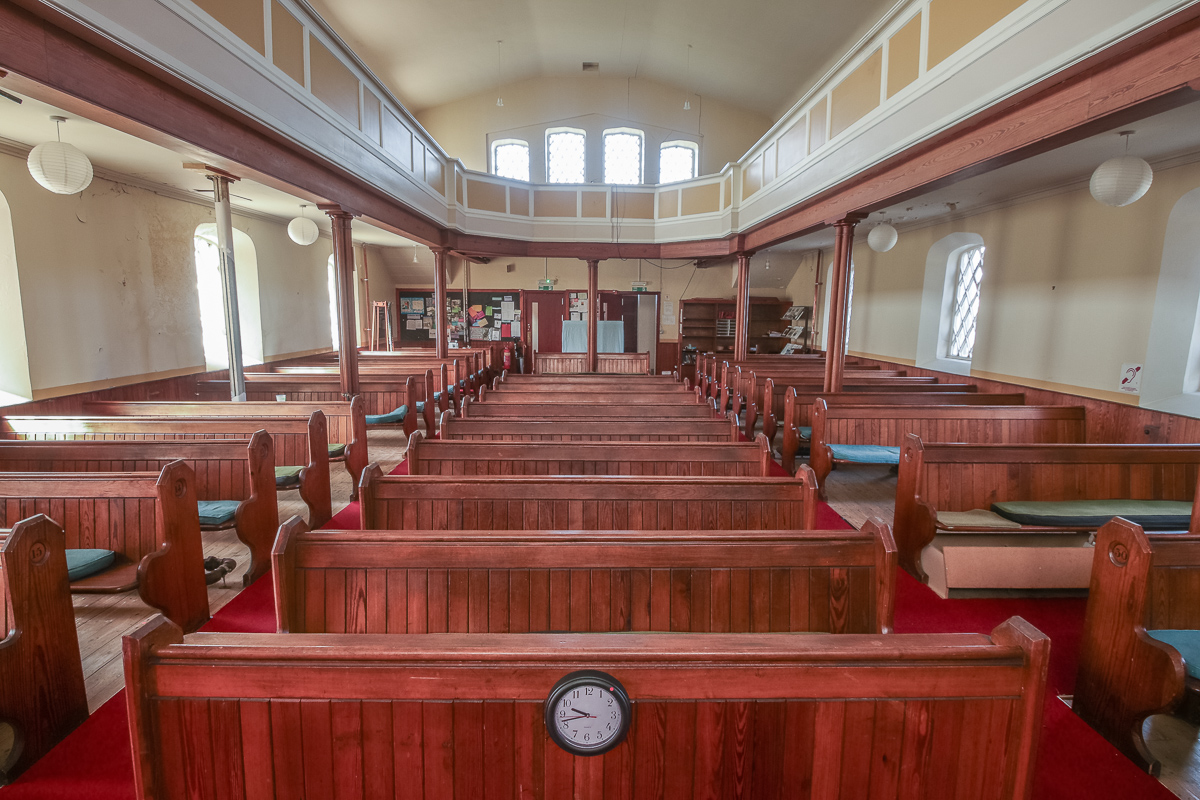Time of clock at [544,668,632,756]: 9:42
